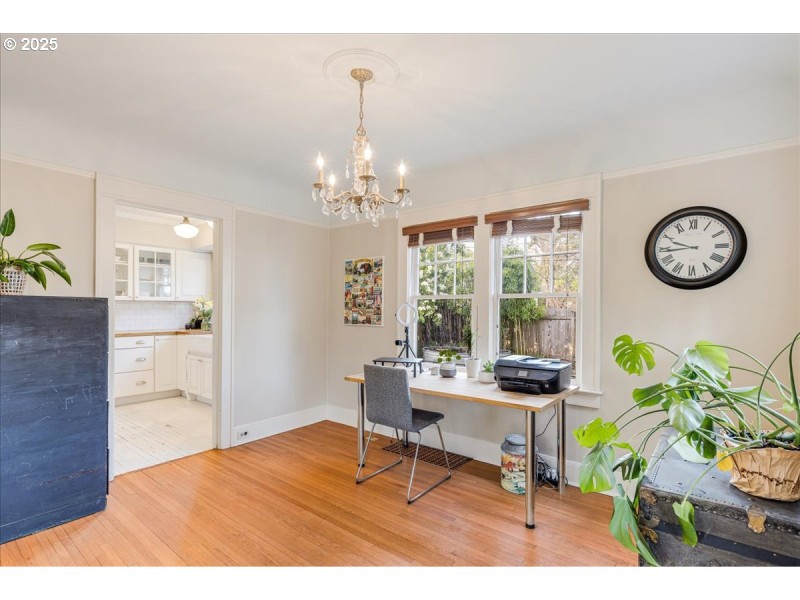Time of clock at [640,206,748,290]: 9:44
